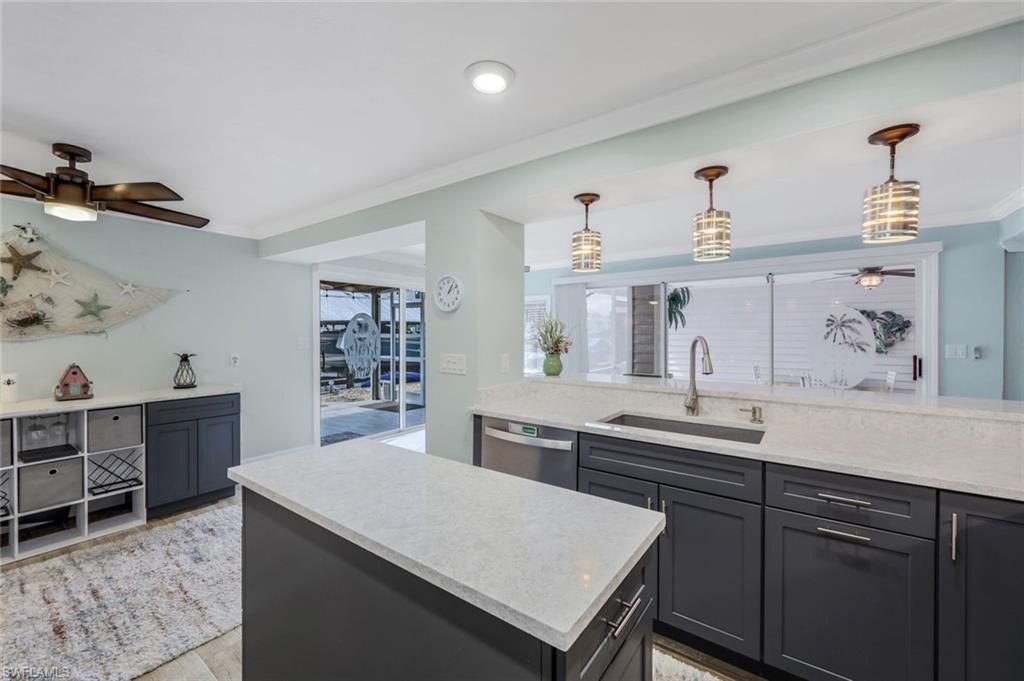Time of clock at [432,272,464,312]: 1:11
